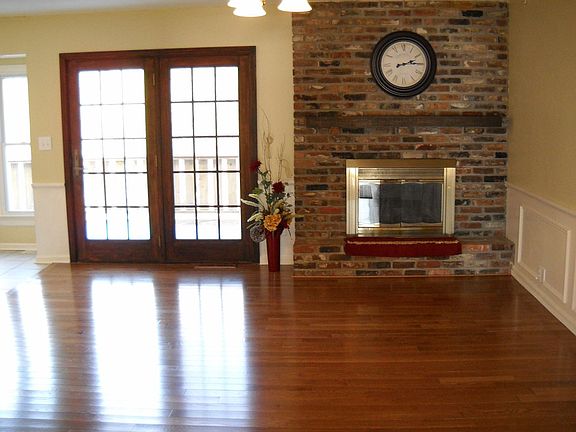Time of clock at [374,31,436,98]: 2:15
